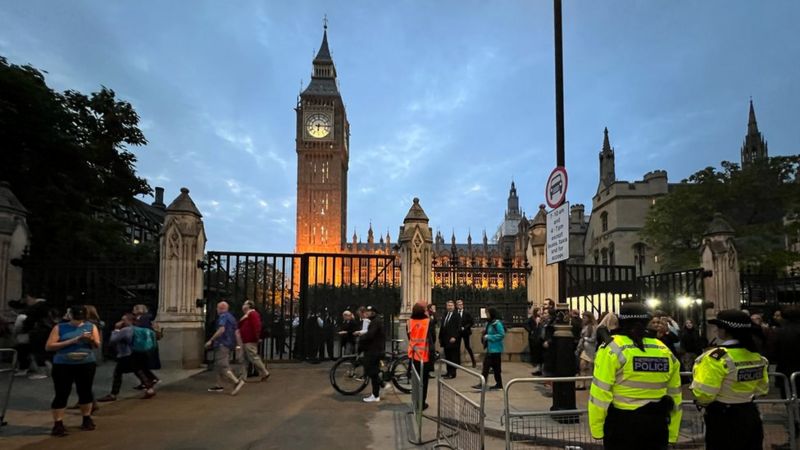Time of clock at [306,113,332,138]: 6:15
